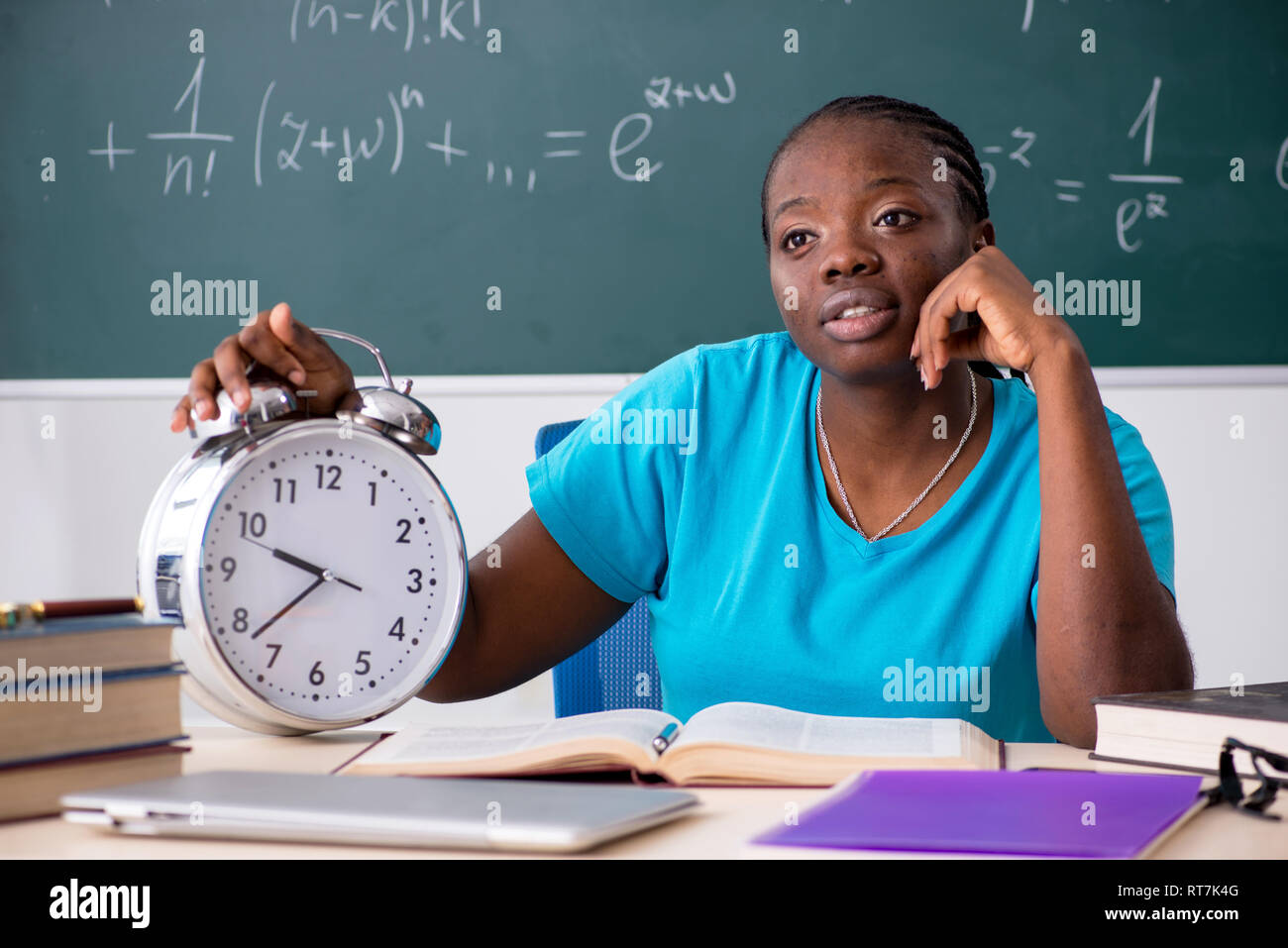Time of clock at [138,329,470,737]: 9:38
